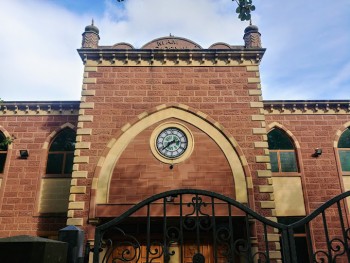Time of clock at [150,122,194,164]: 2:38
